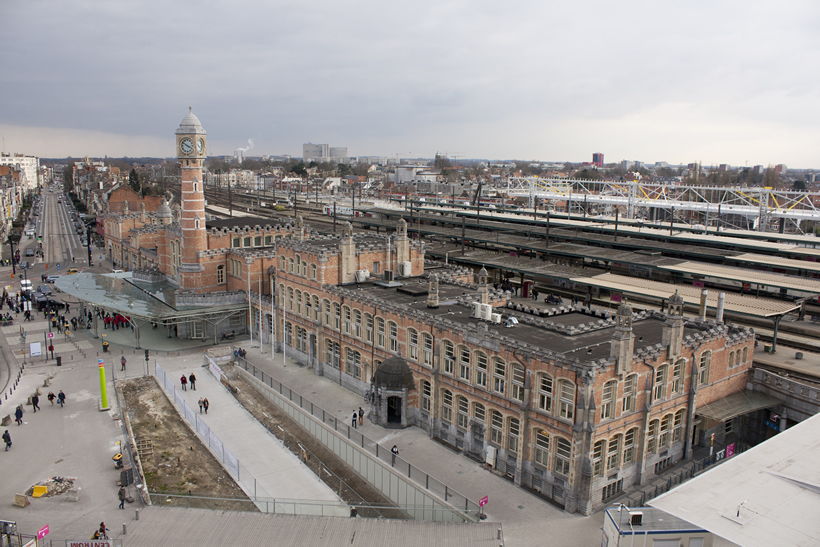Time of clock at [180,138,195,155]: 3:50
